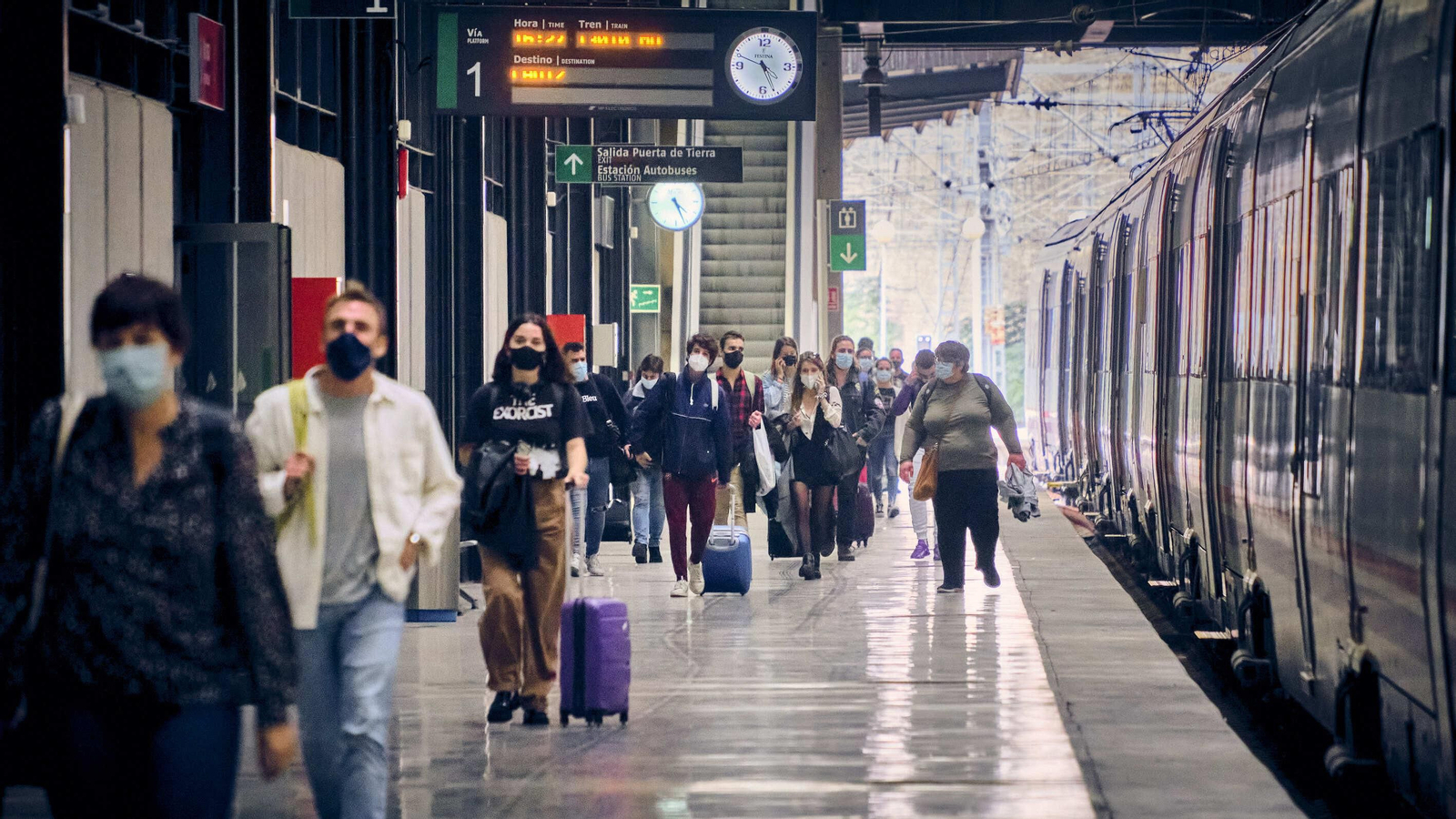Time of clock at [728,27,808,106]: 4:26
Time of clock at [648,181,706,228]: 4:26
